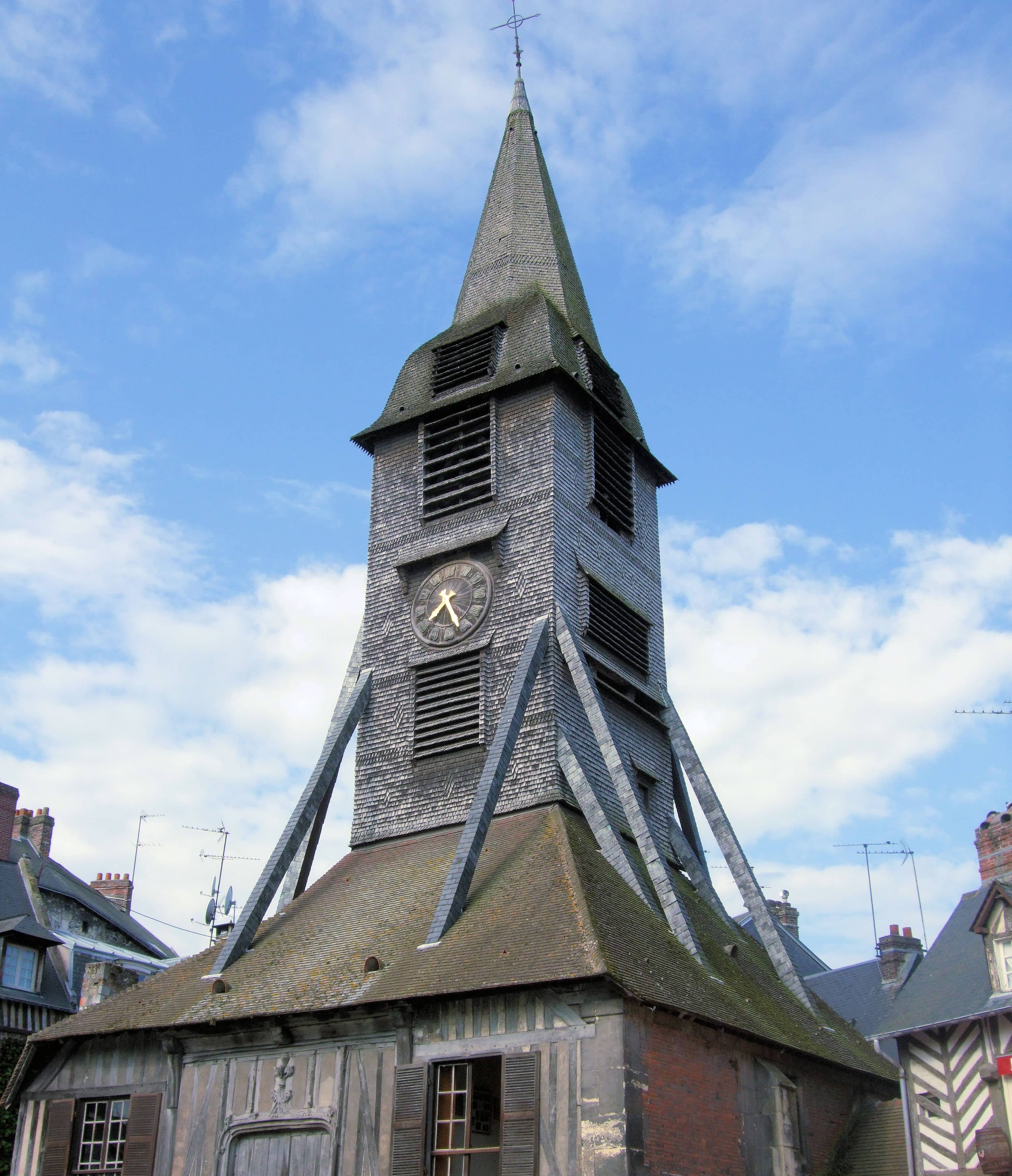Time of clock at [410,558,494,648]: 7:24
